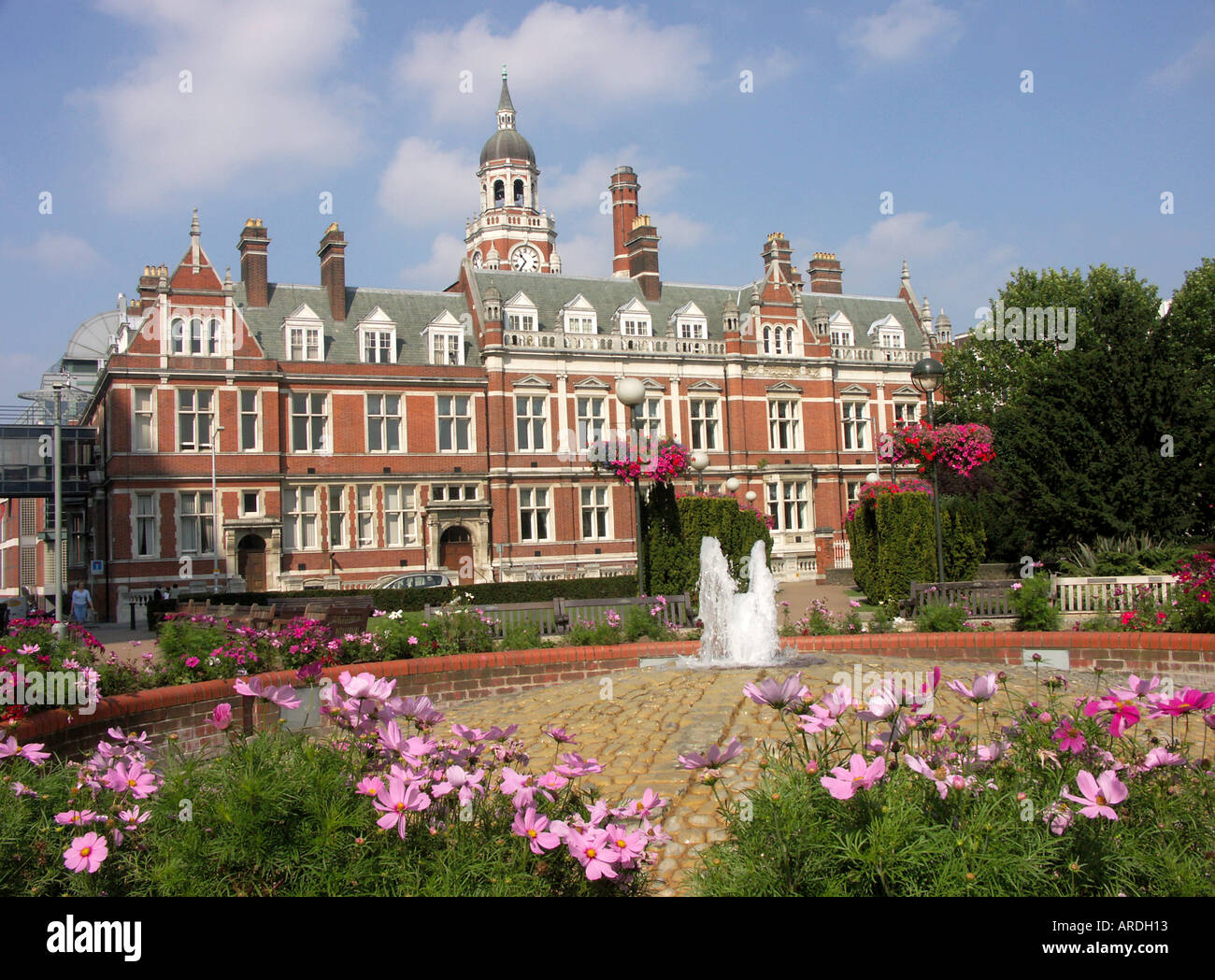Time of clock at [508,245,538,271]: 10:35
